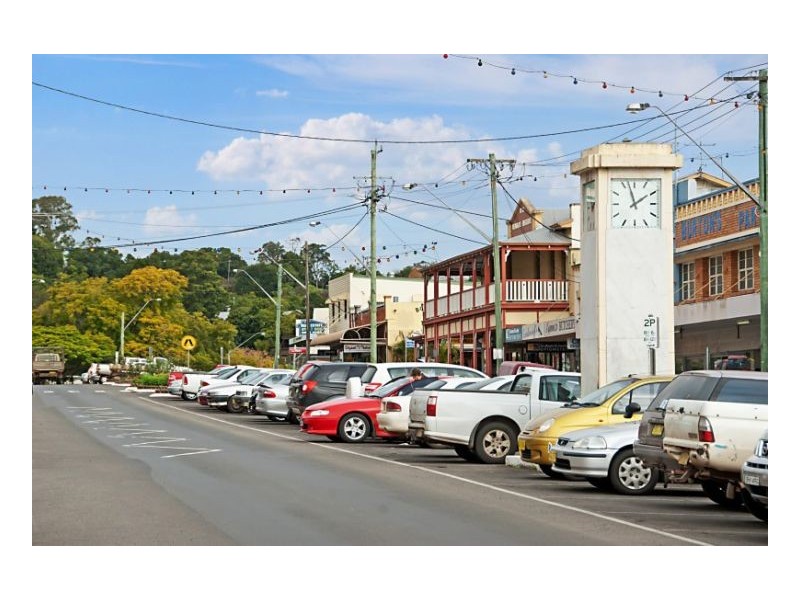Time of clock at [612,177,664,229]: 1:57
